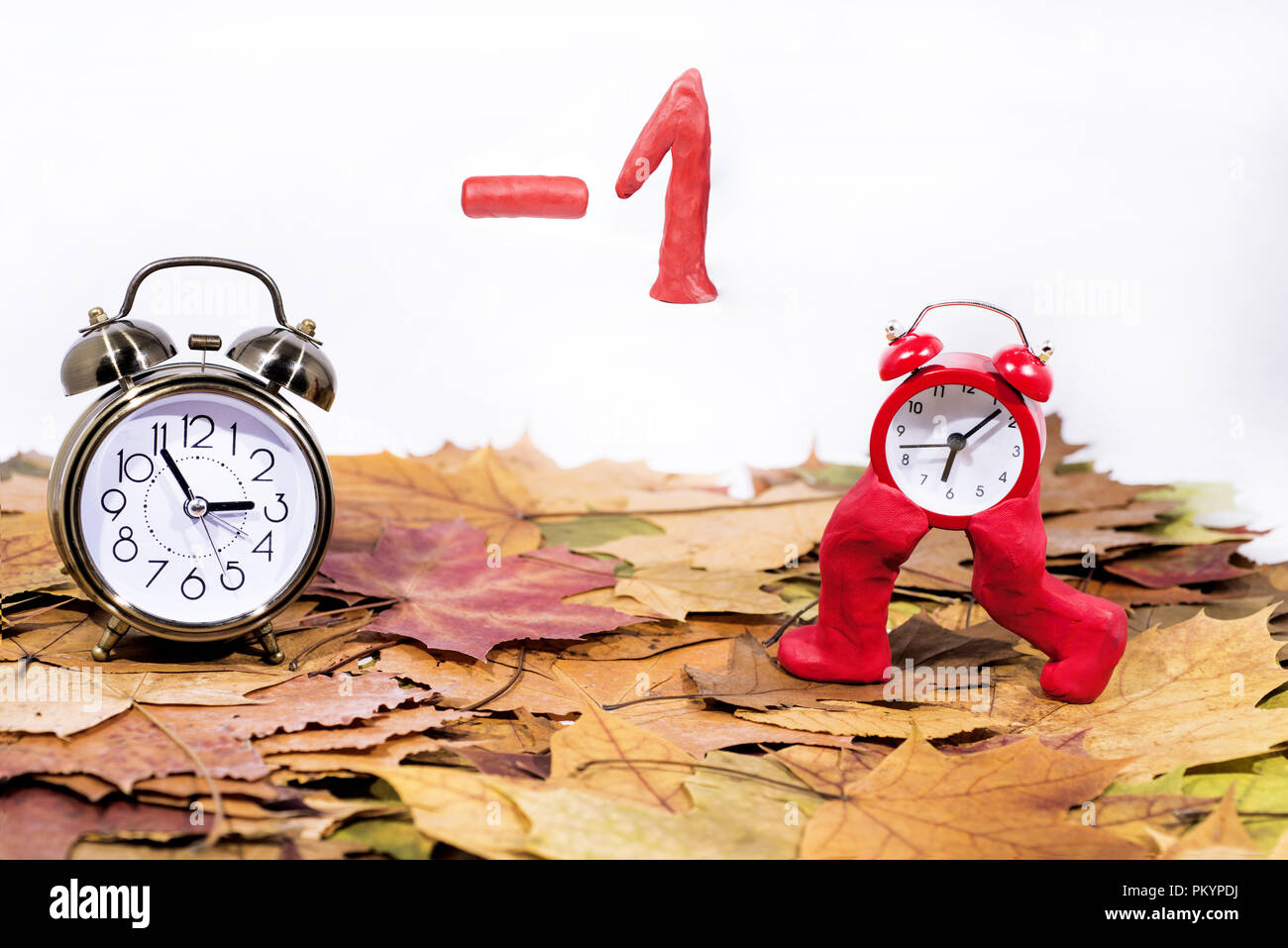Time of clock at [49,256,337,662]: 2:54
